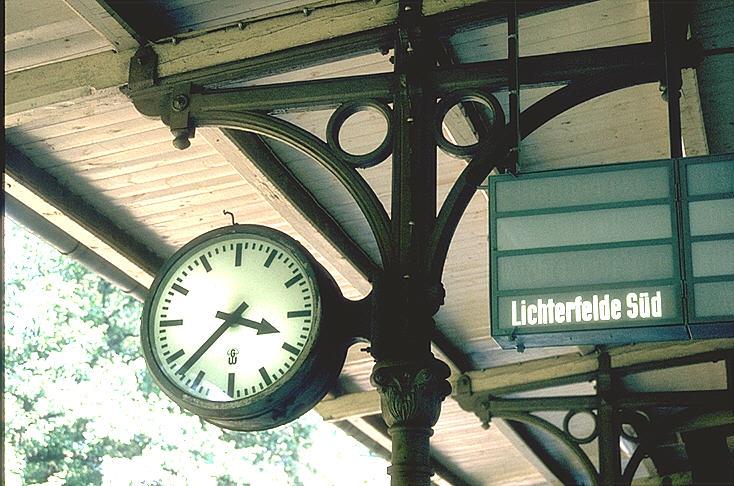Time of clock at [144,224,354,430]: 3:37
